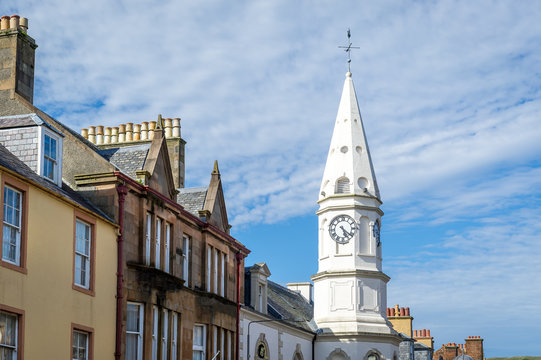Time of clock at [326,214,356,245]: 5:21
